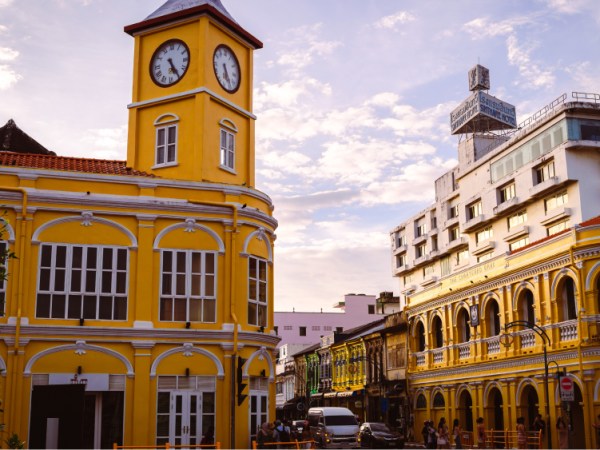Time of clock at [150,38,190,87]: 5:24
